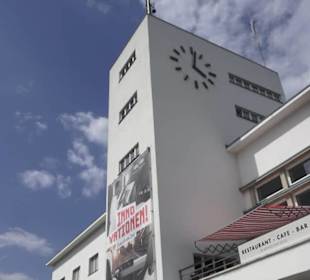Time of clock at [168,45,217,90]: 4:01
